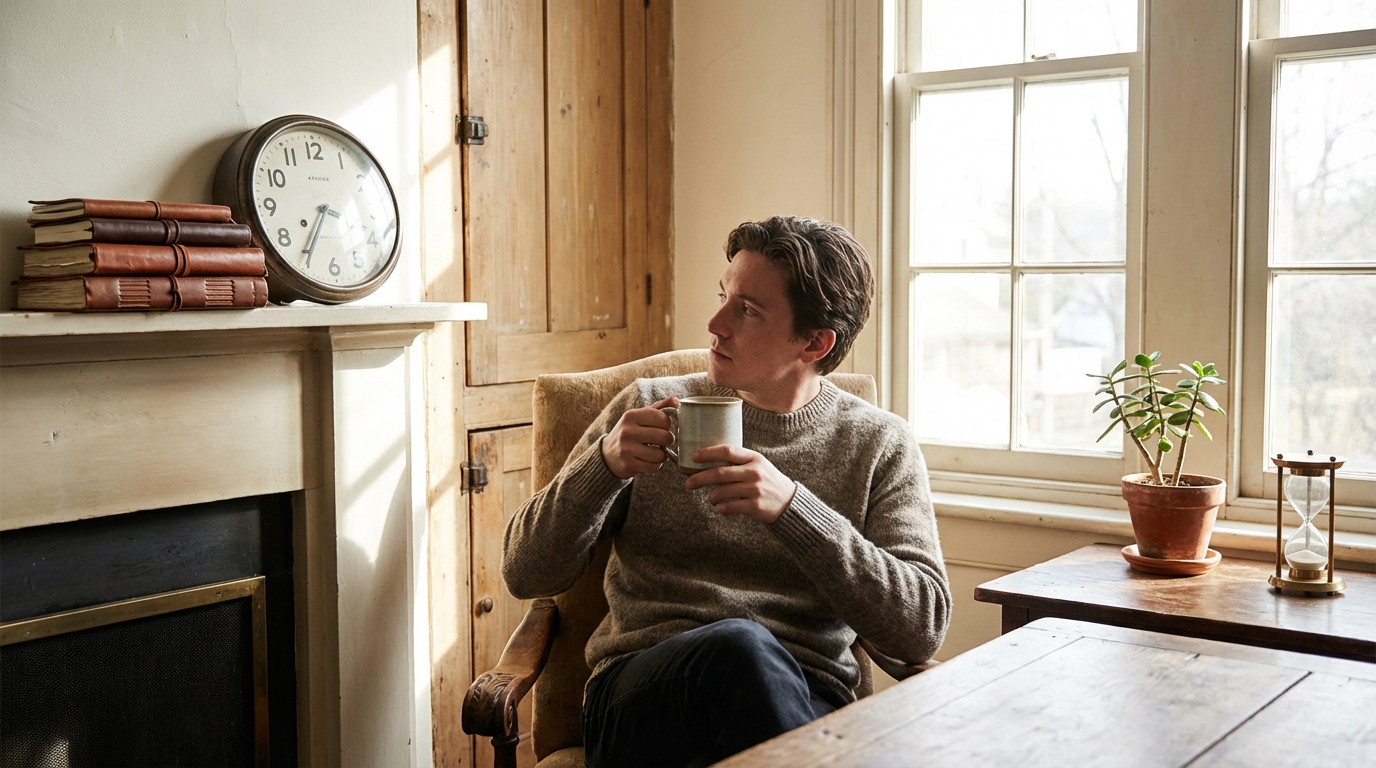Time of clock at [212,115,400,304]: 3:35
